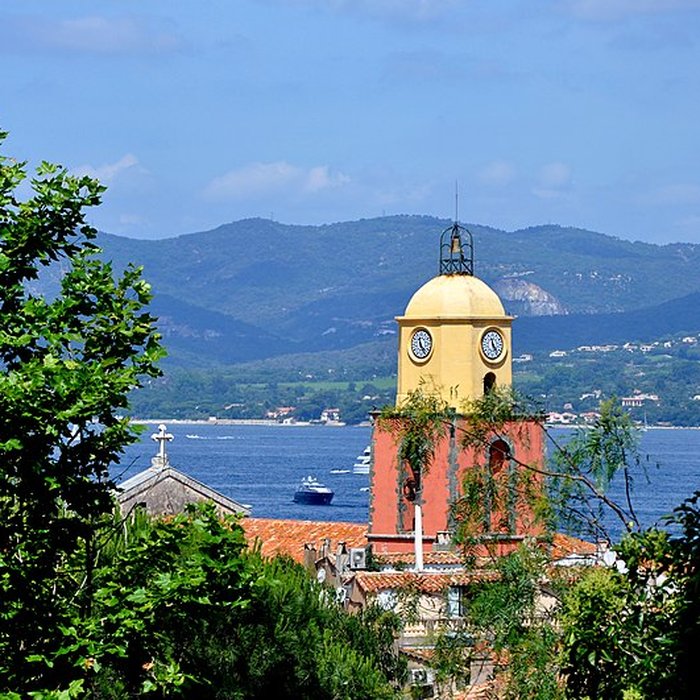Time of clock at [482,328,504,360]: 11:23
